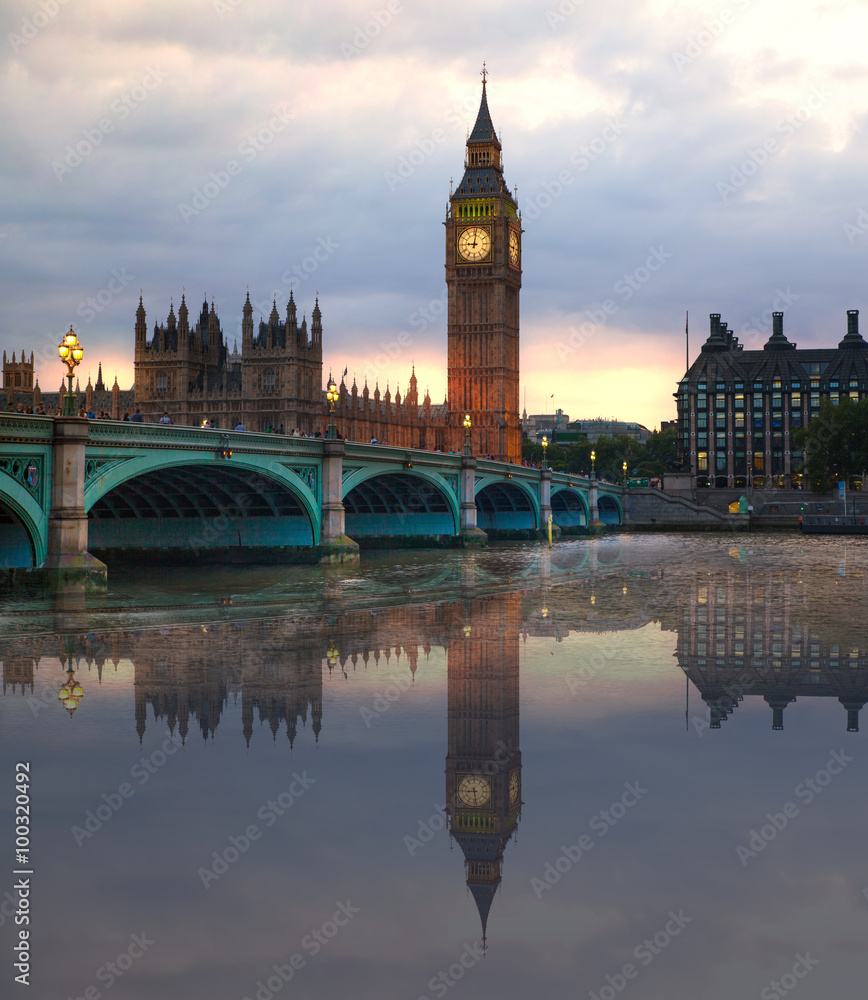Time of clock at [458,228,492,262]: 9:01
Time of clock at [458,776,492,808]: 8:28
